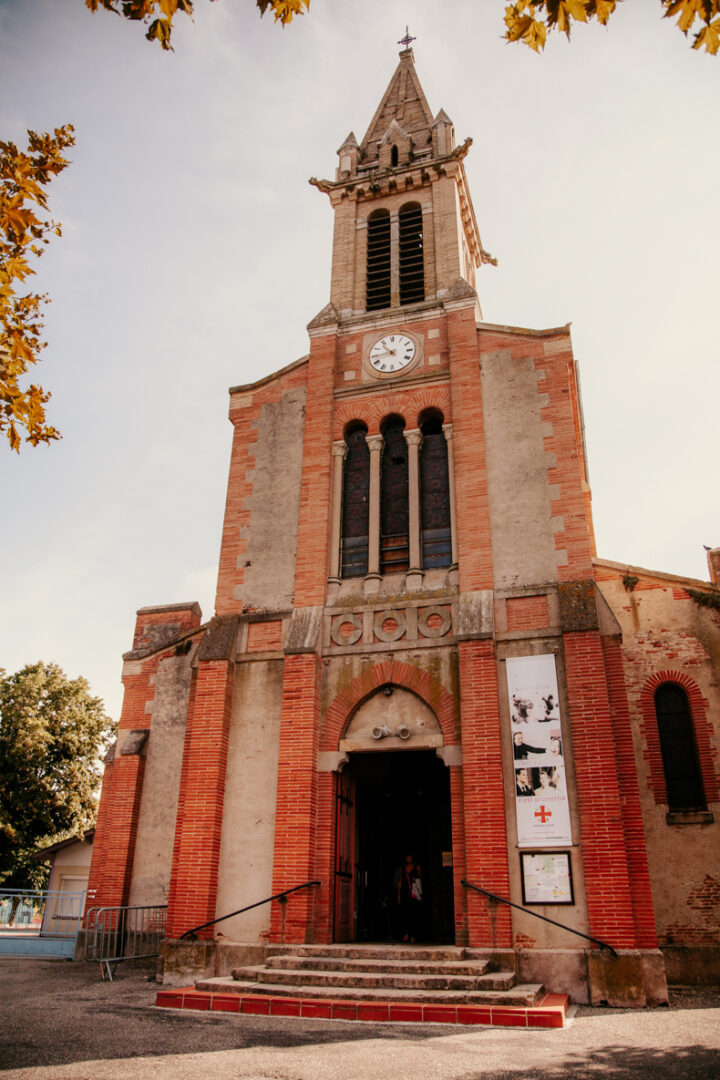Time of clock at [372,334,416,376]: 10:43
